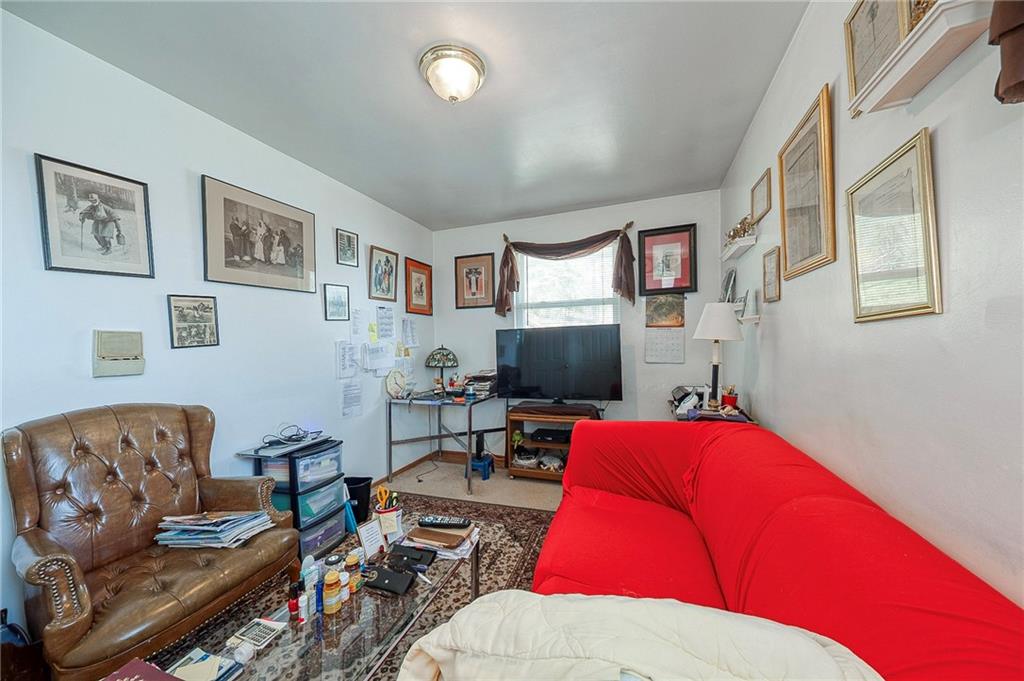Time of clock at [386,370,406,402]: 11:21
